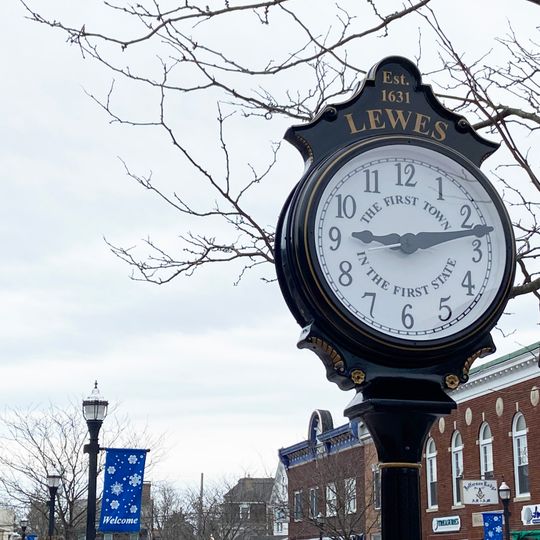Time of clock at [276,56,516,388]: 9:12
